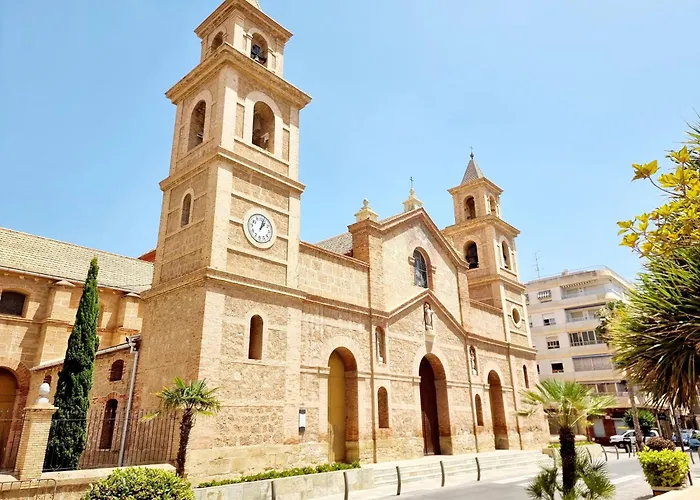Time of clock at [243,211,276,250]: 1:02
